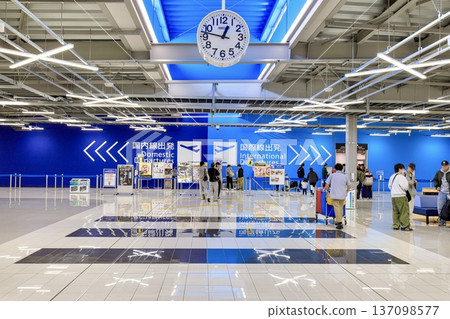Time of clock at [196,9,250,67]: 12:47
